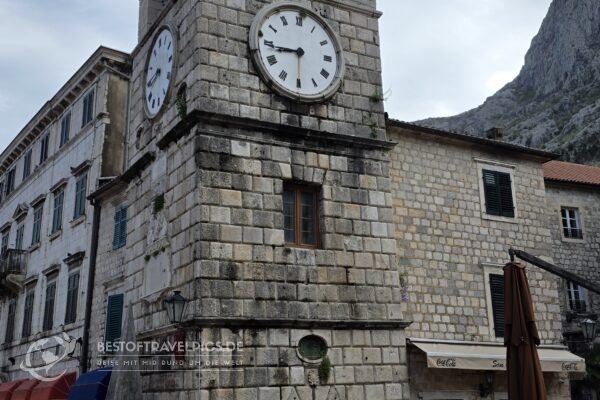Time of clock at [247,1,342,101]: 8:43
